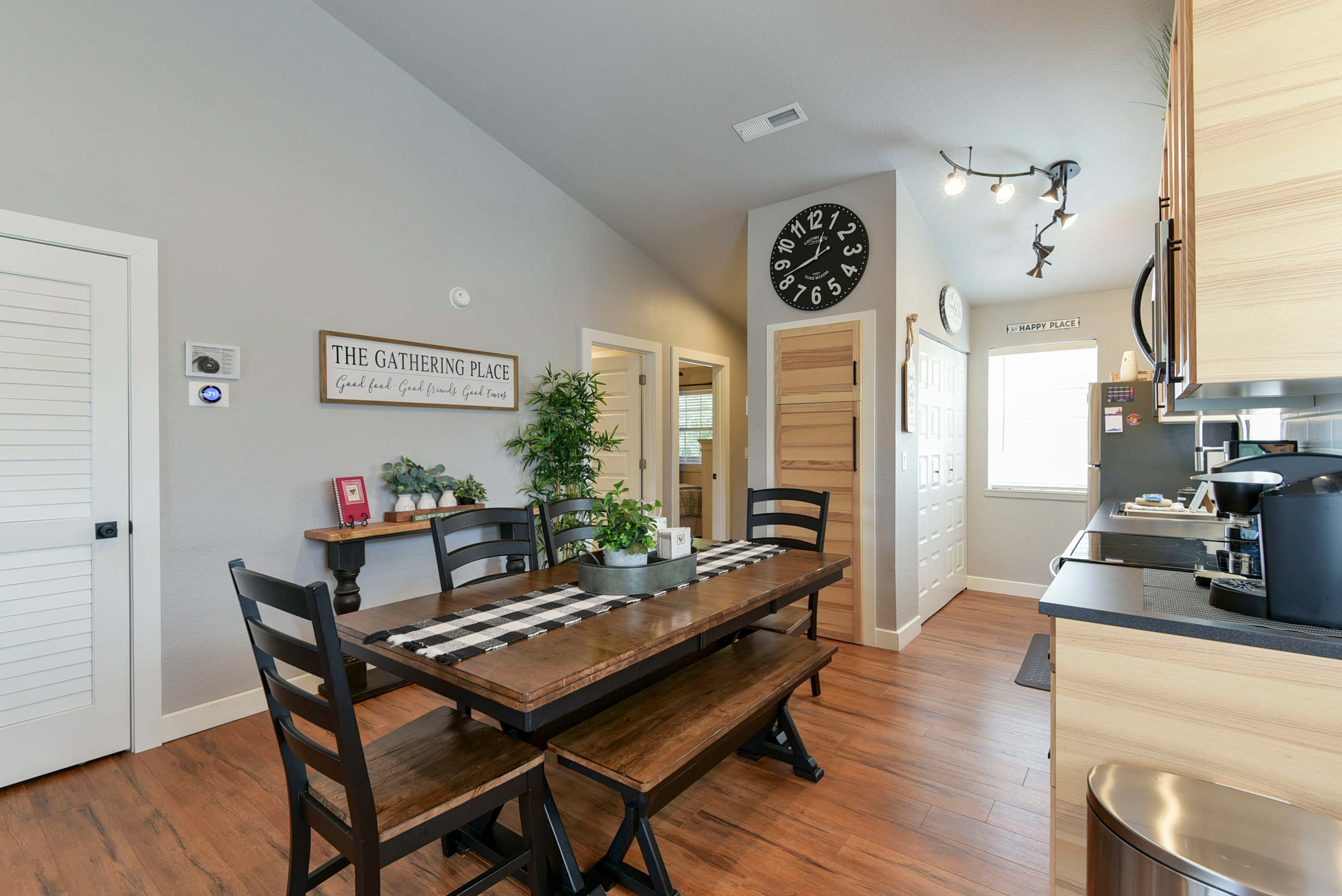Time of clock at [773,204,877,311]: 12:41
